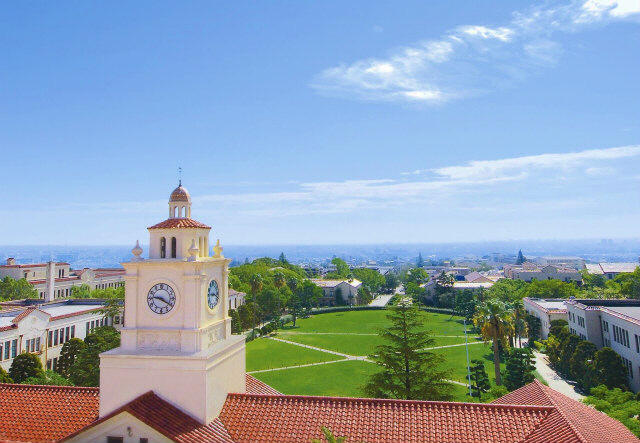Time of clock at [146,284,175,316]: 9:20
